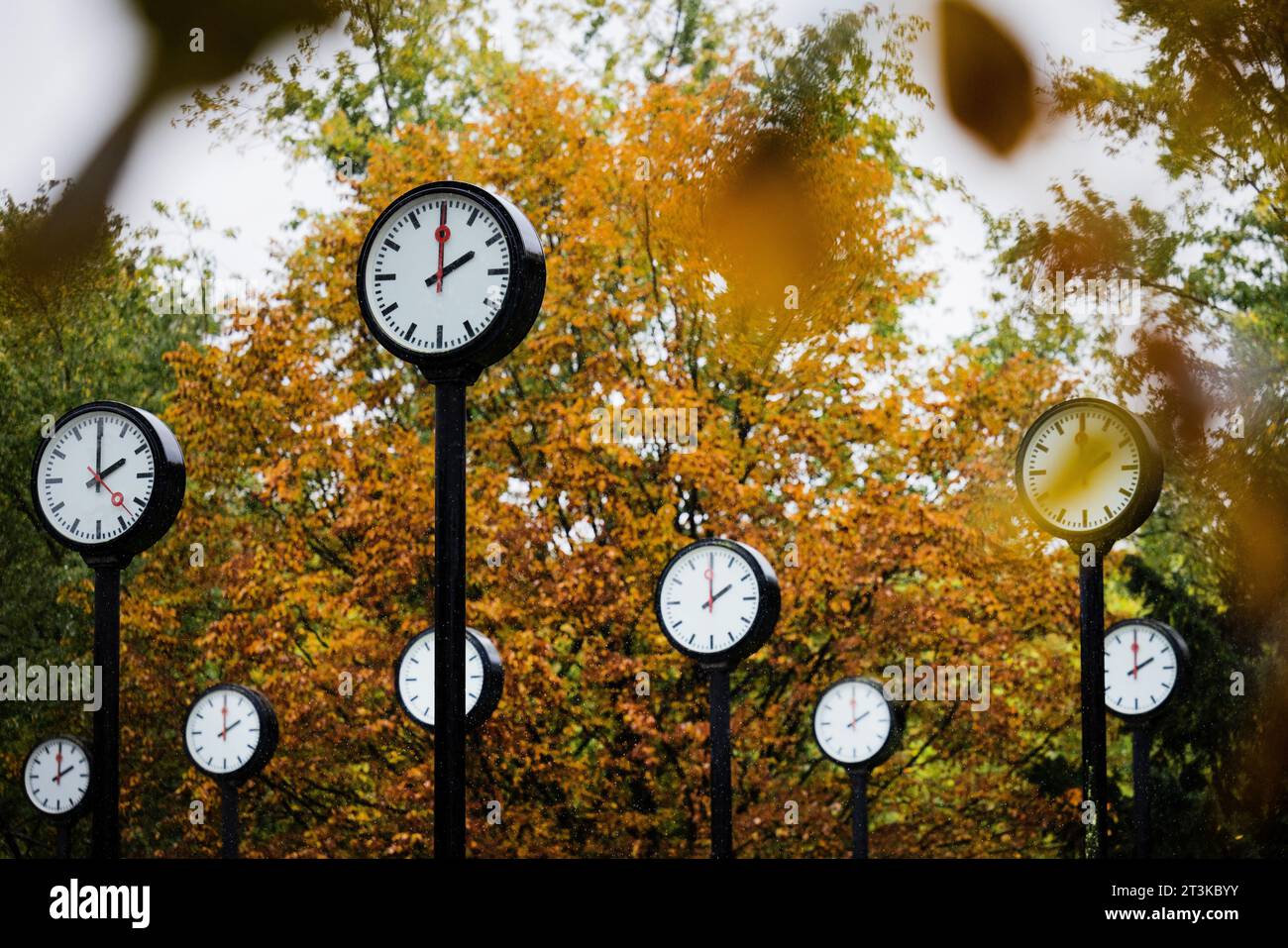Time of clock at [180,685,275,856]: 2:00
